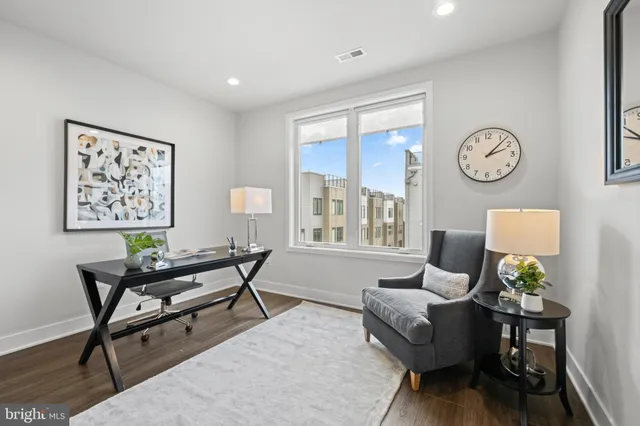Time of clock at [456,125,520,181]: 2:07
